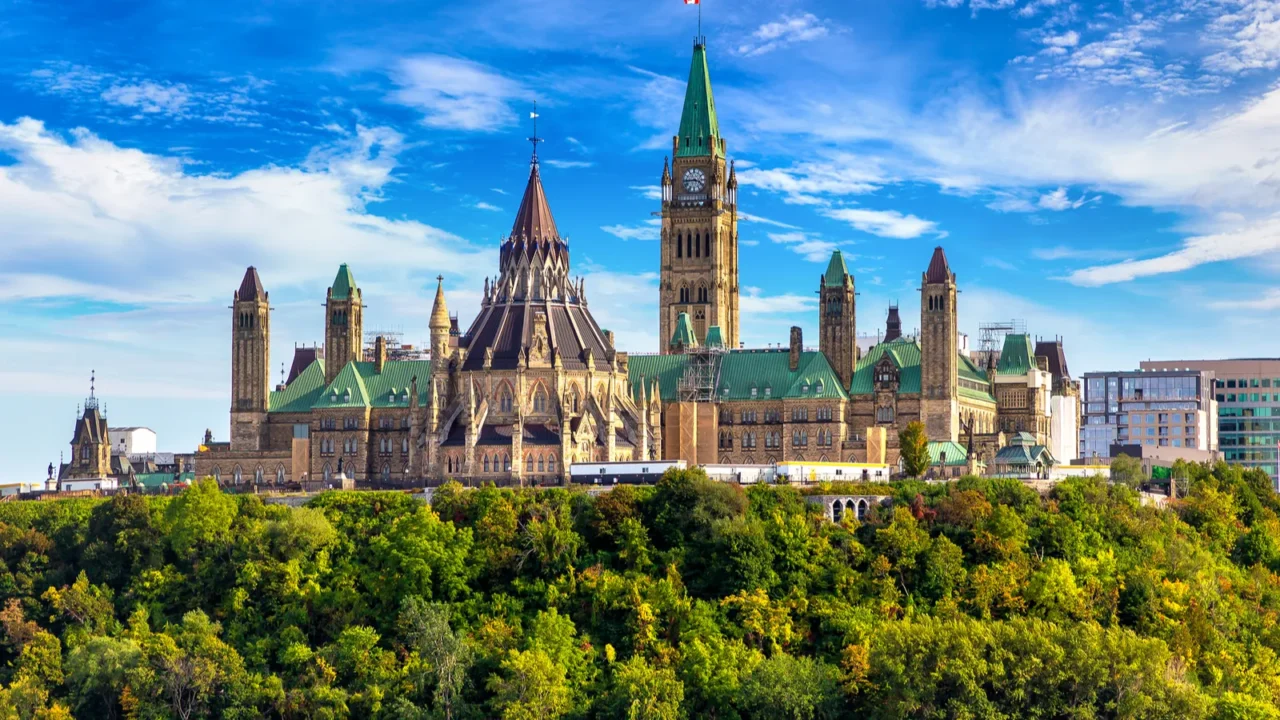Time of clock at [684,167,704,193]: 3:43
